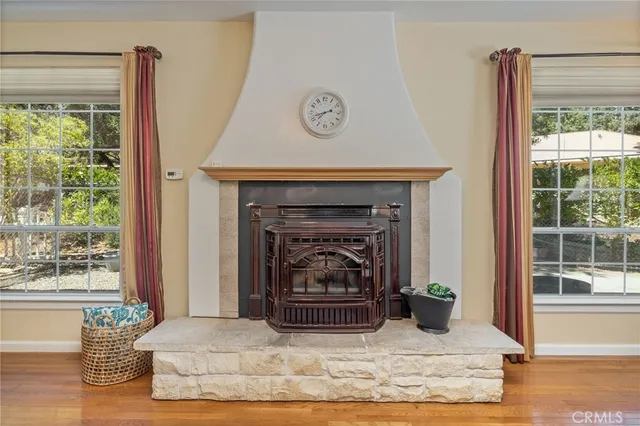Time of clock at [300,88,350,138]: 7:42
